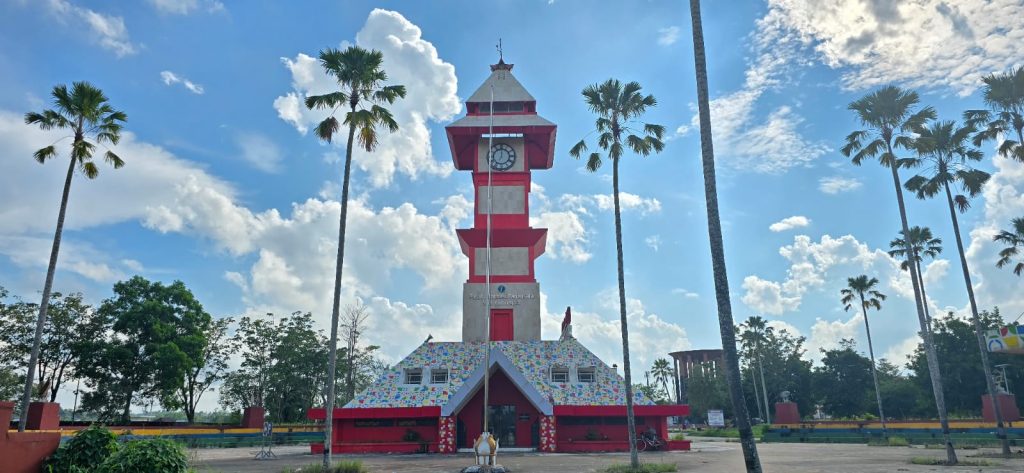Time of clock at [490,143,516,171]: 7:00
